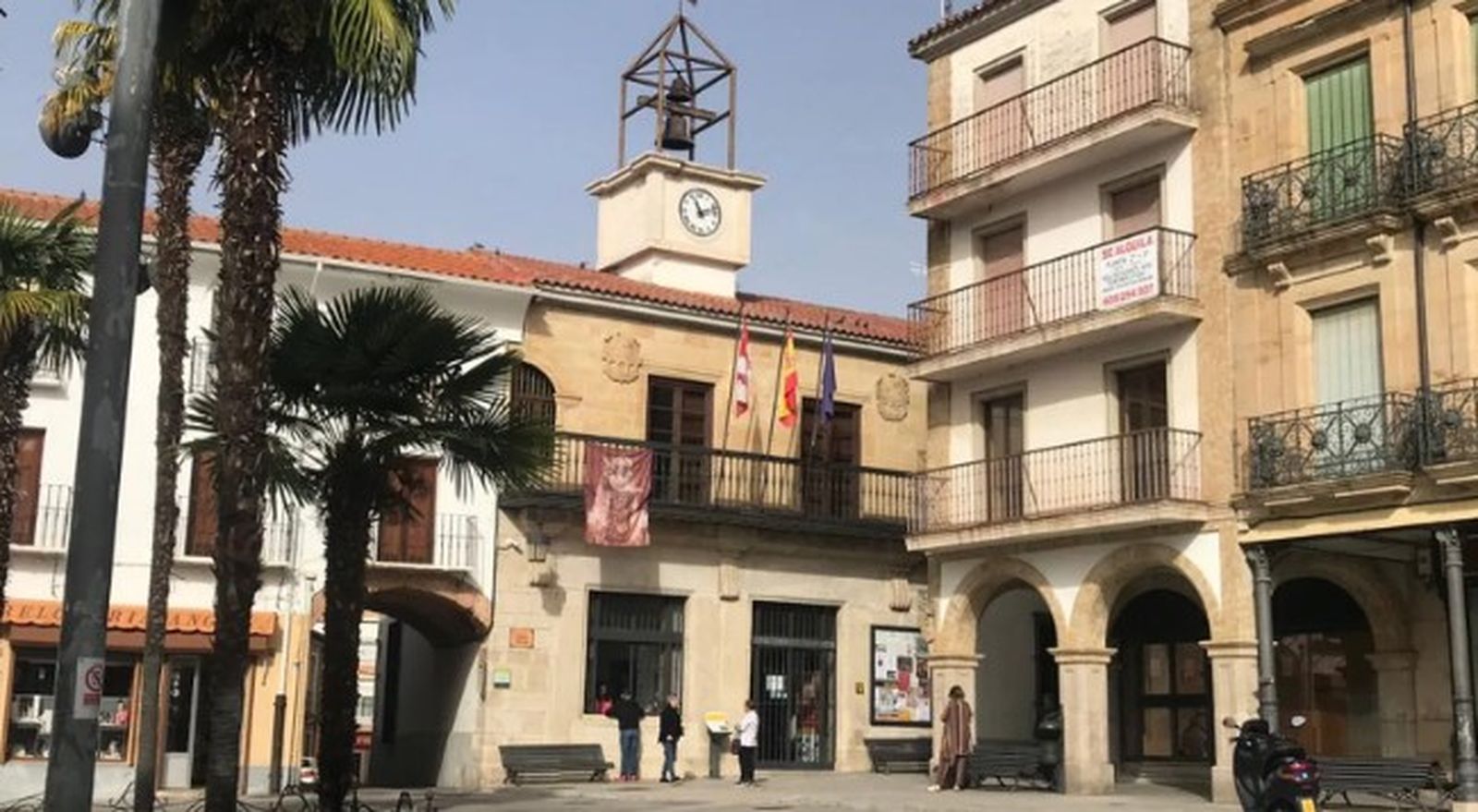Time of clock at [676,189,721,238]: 11:11
